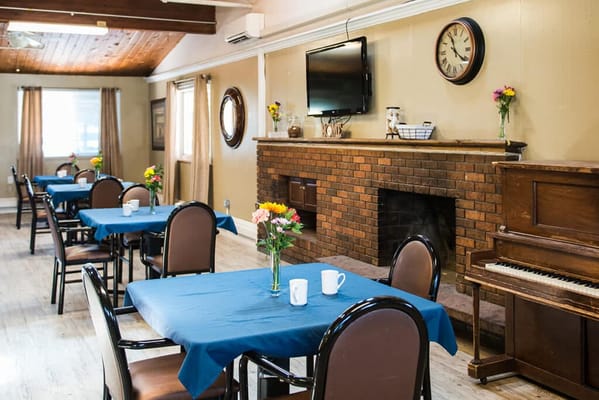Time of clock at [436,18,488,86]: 11:21
